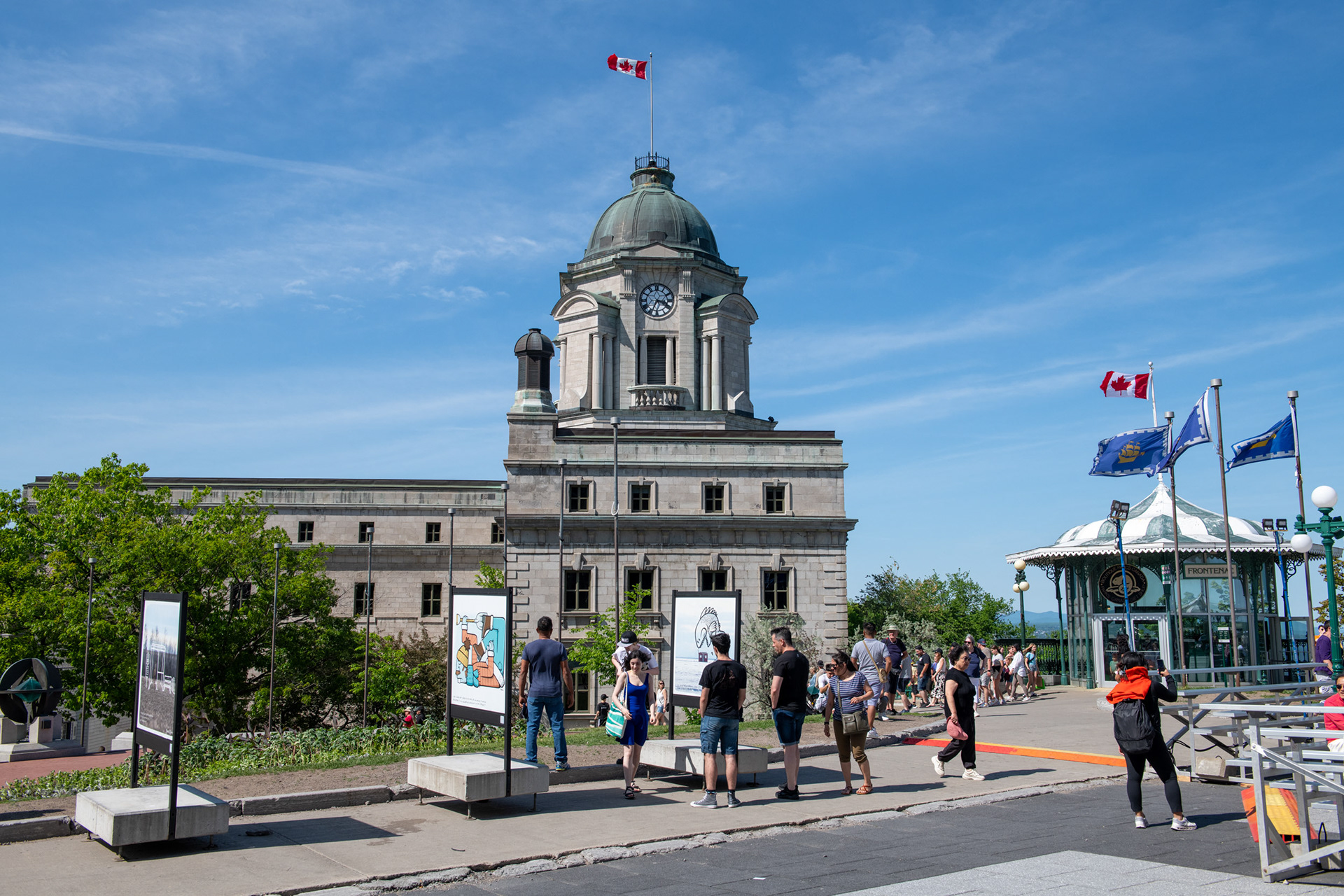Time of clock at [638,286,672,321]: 3:34
